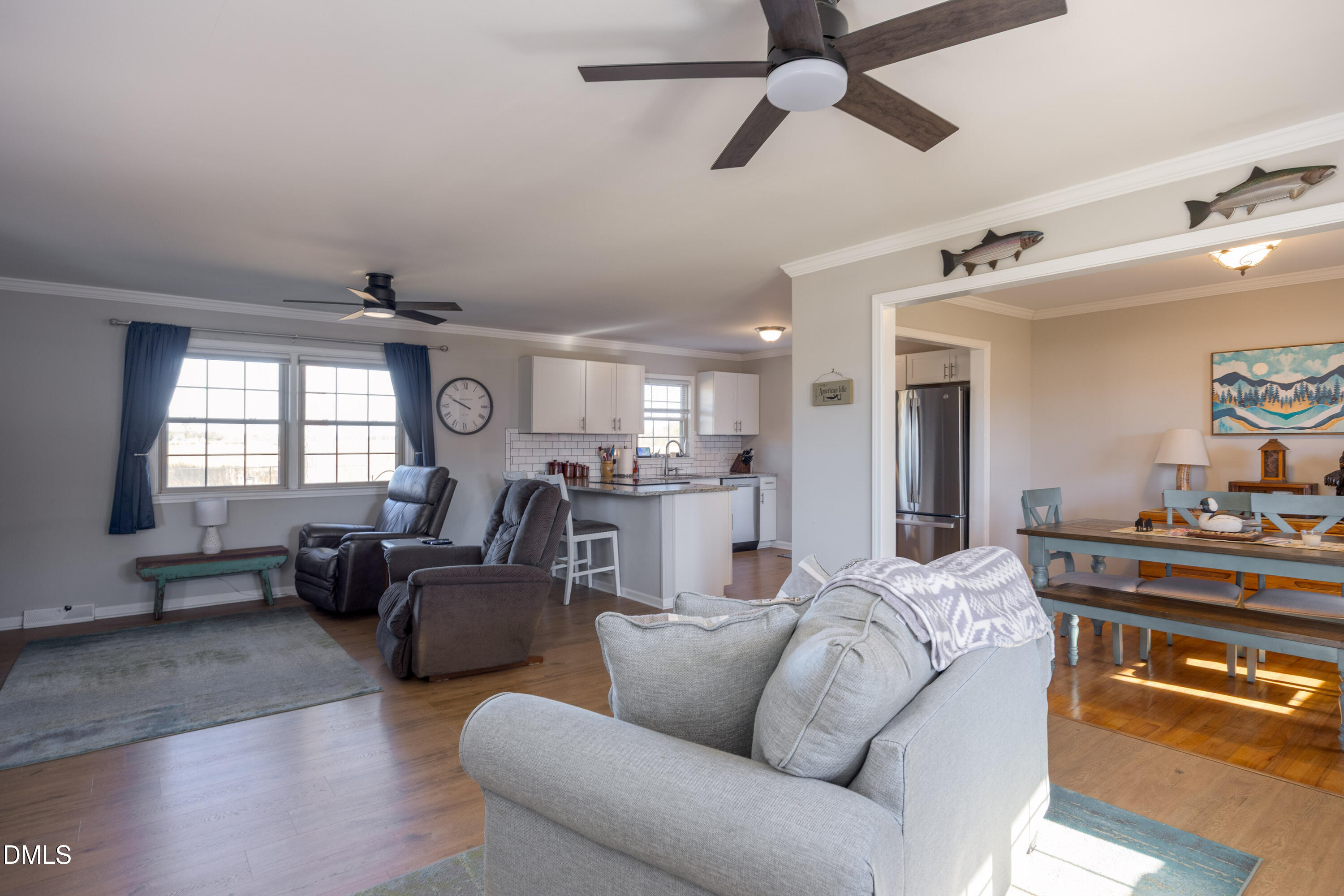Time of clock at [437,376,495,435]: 9:49
